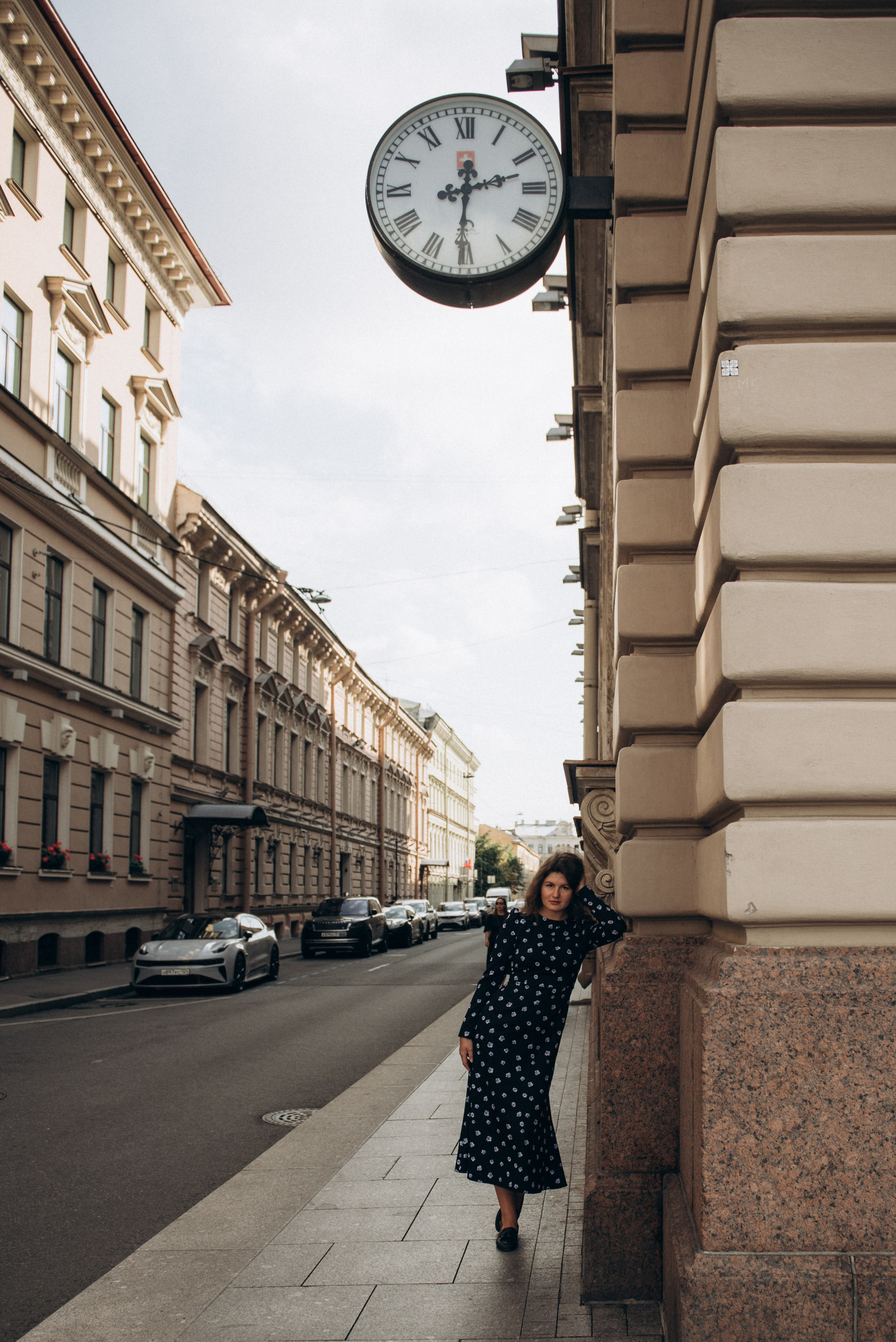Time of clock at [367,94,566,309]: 2:30
